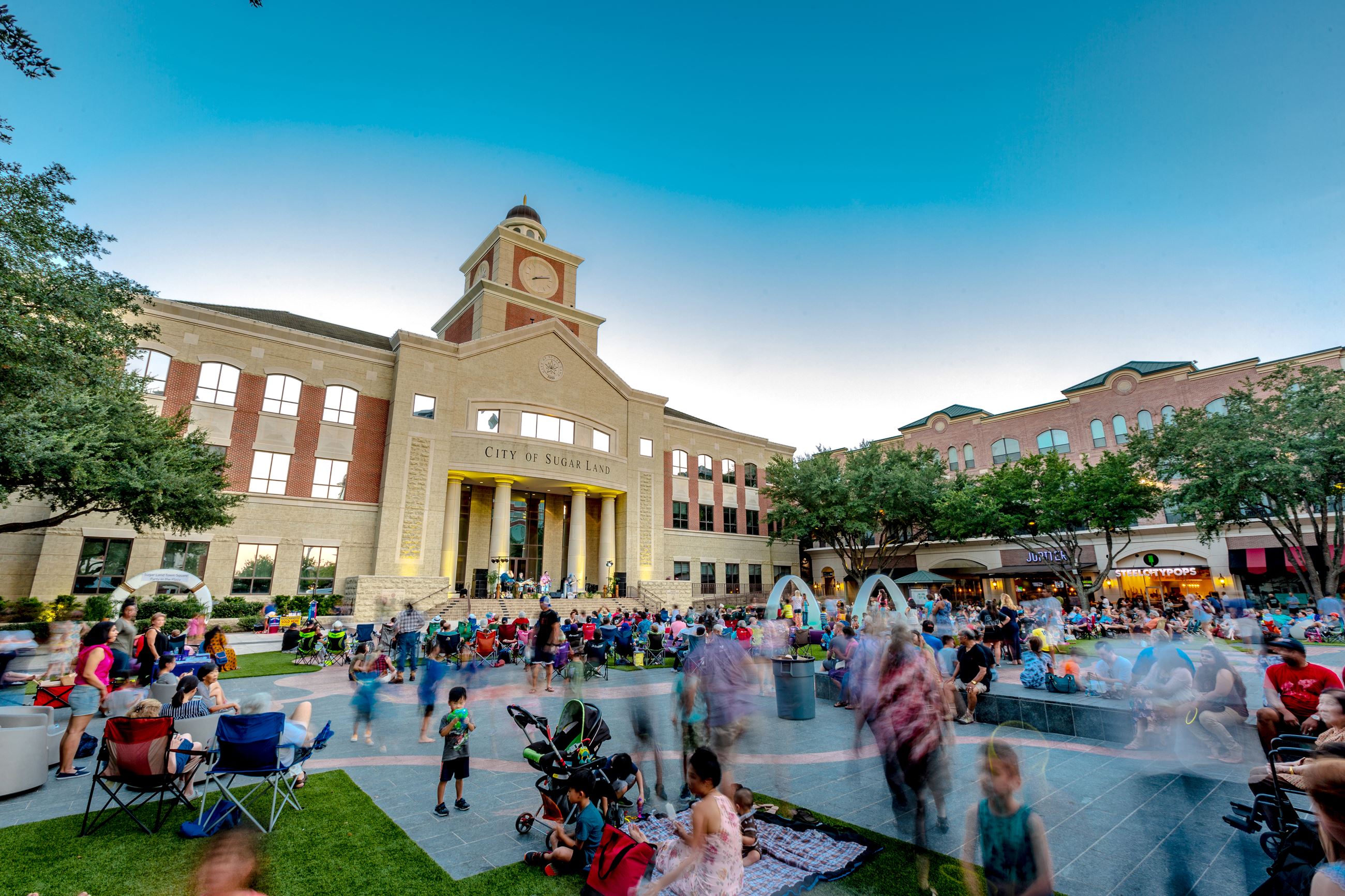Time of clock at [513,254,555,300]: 8:12
